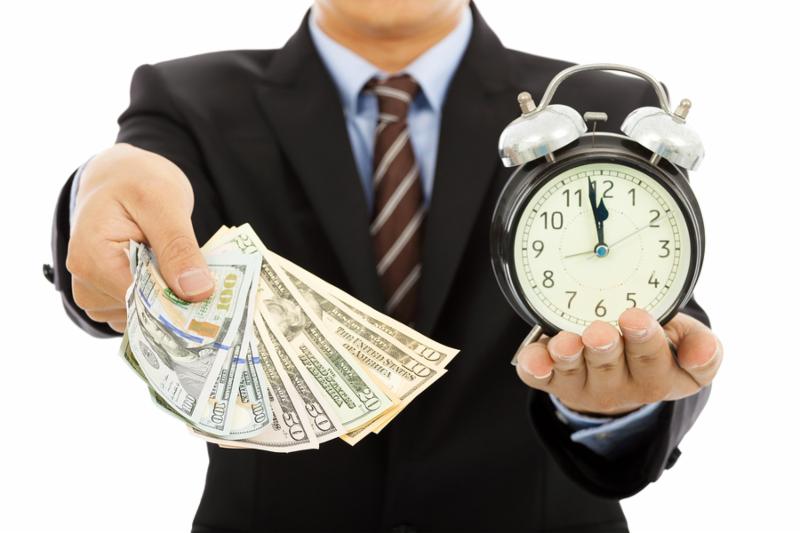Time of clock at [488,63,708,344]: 11:58
